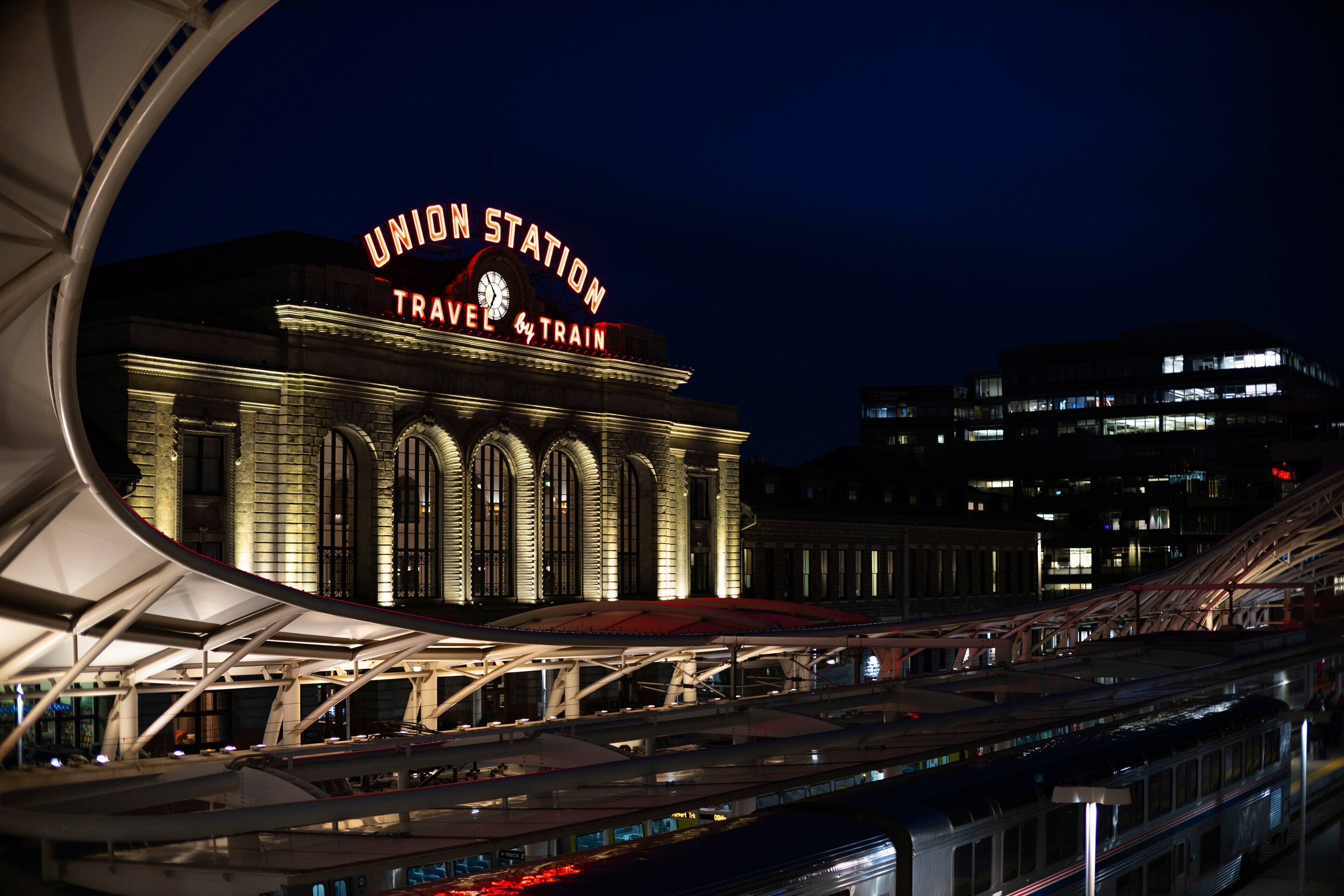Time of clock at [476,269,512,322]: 6:54
